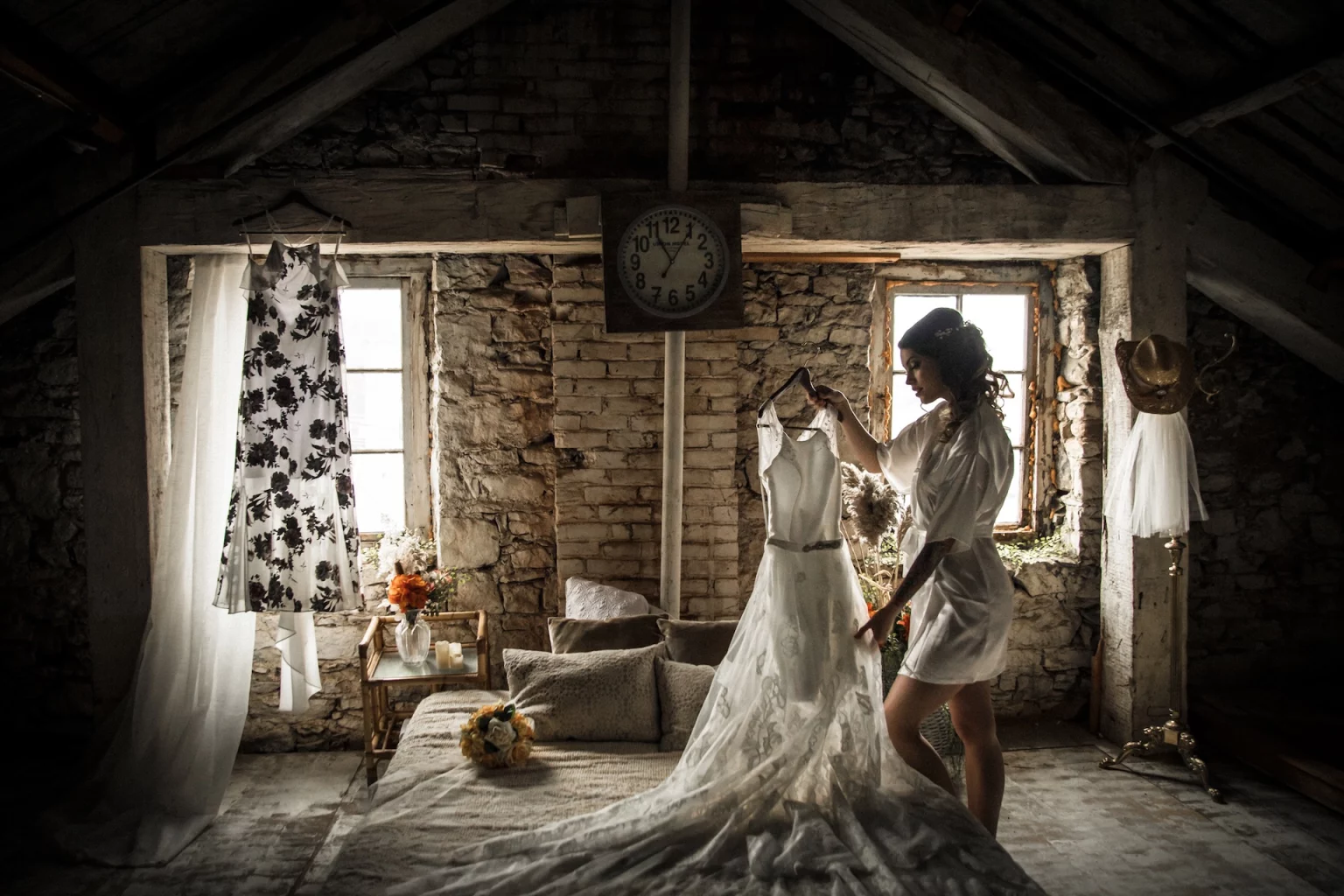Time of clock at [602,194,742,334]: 11:05
